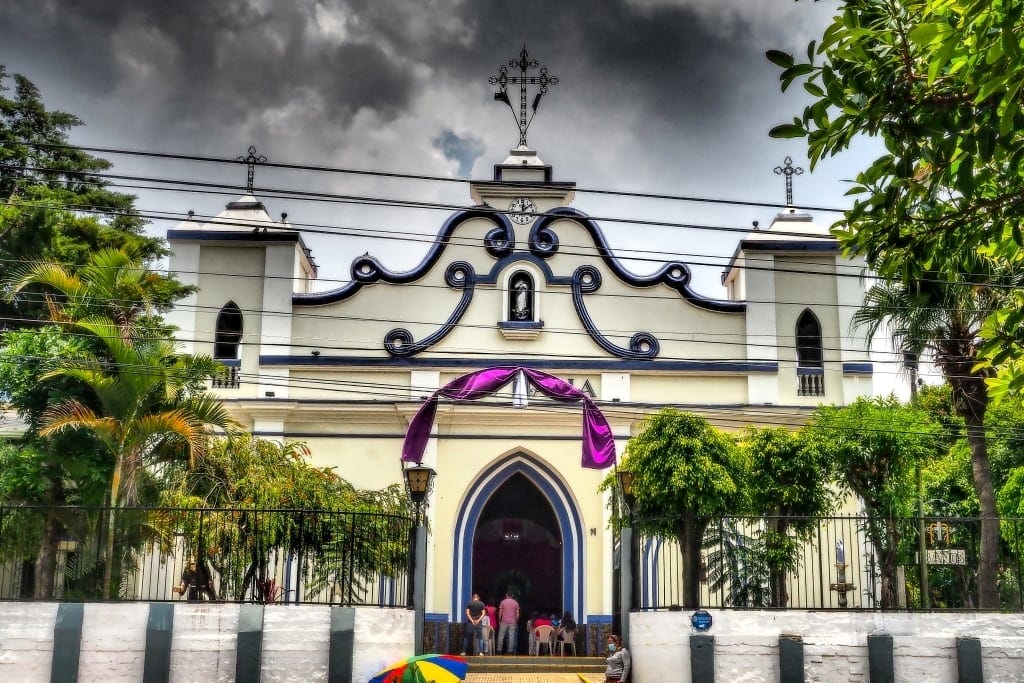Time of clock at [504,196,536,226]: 12:07
